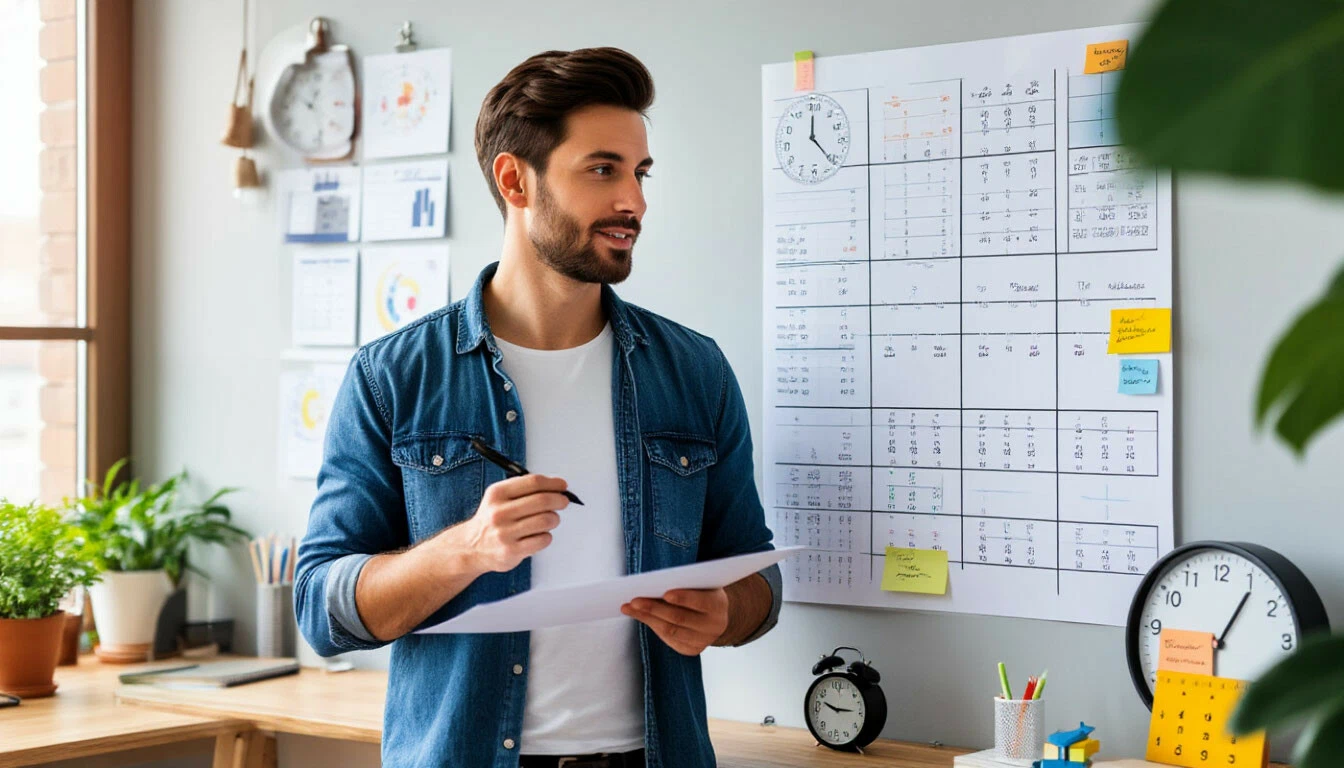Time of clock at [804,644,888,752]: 2:48
